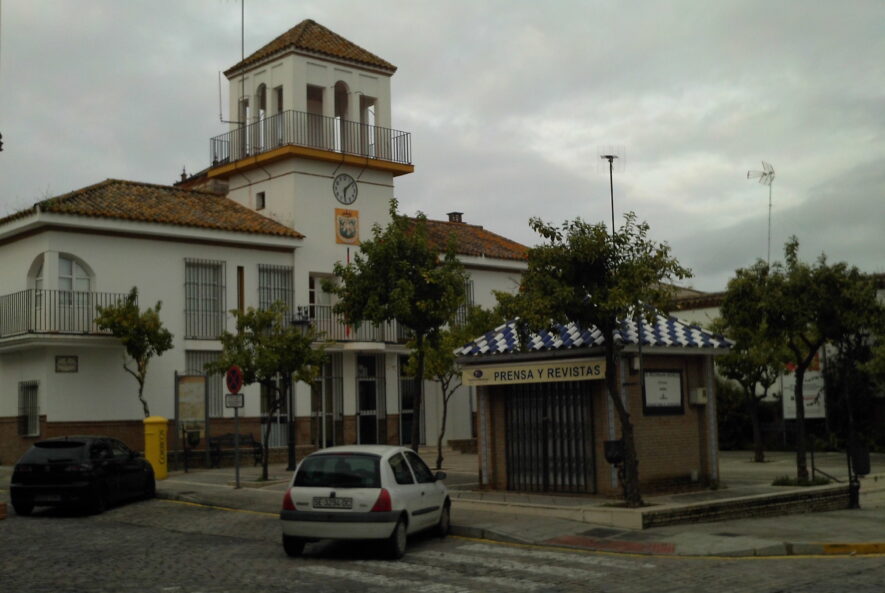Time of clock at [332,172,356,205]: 6:08
